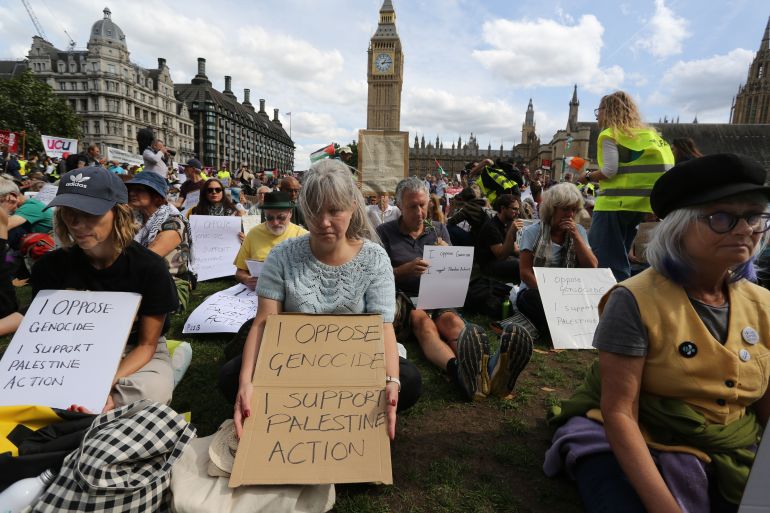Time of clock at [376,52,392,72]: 1:13
